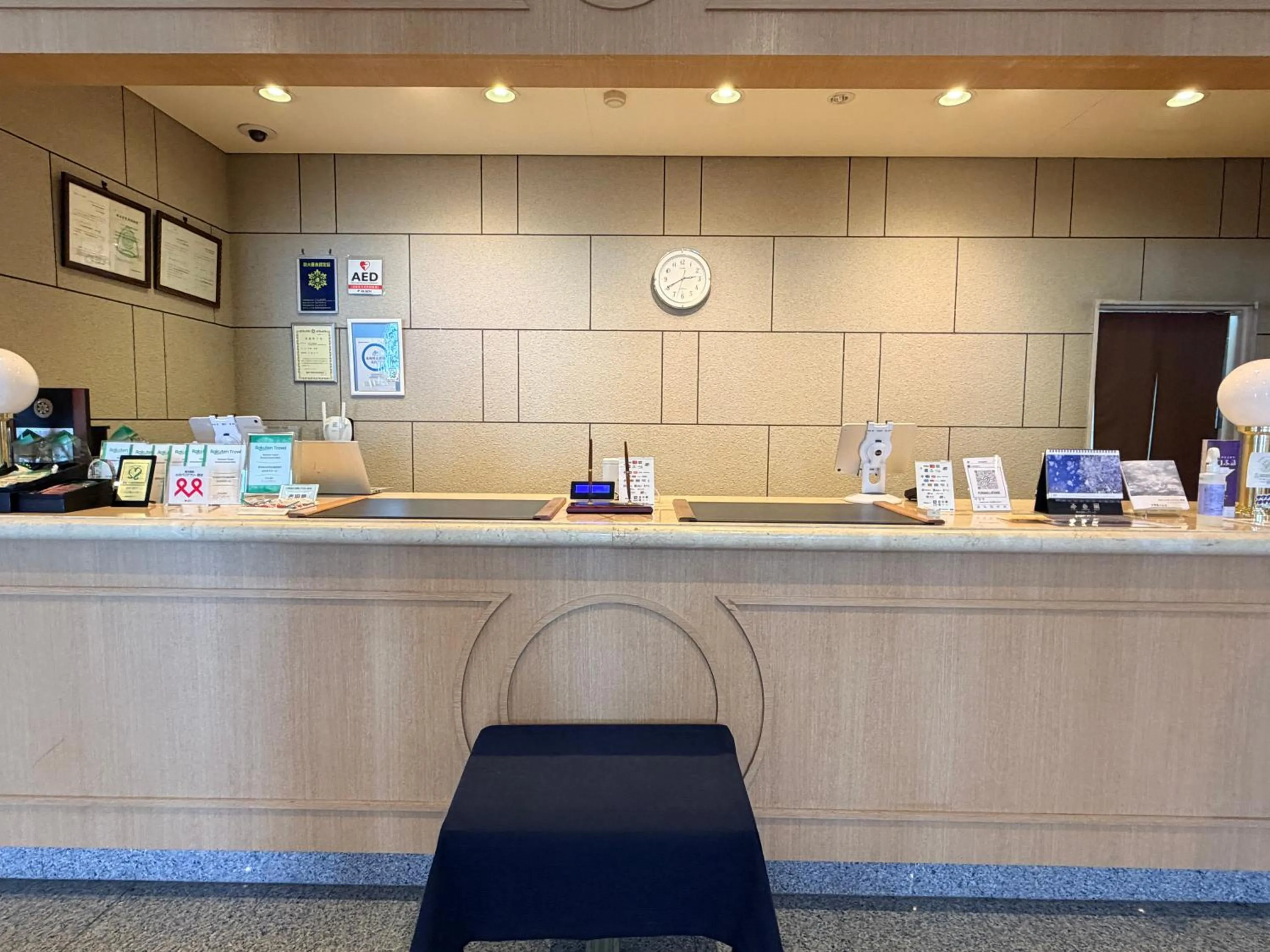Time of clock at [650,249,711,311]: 2:40
